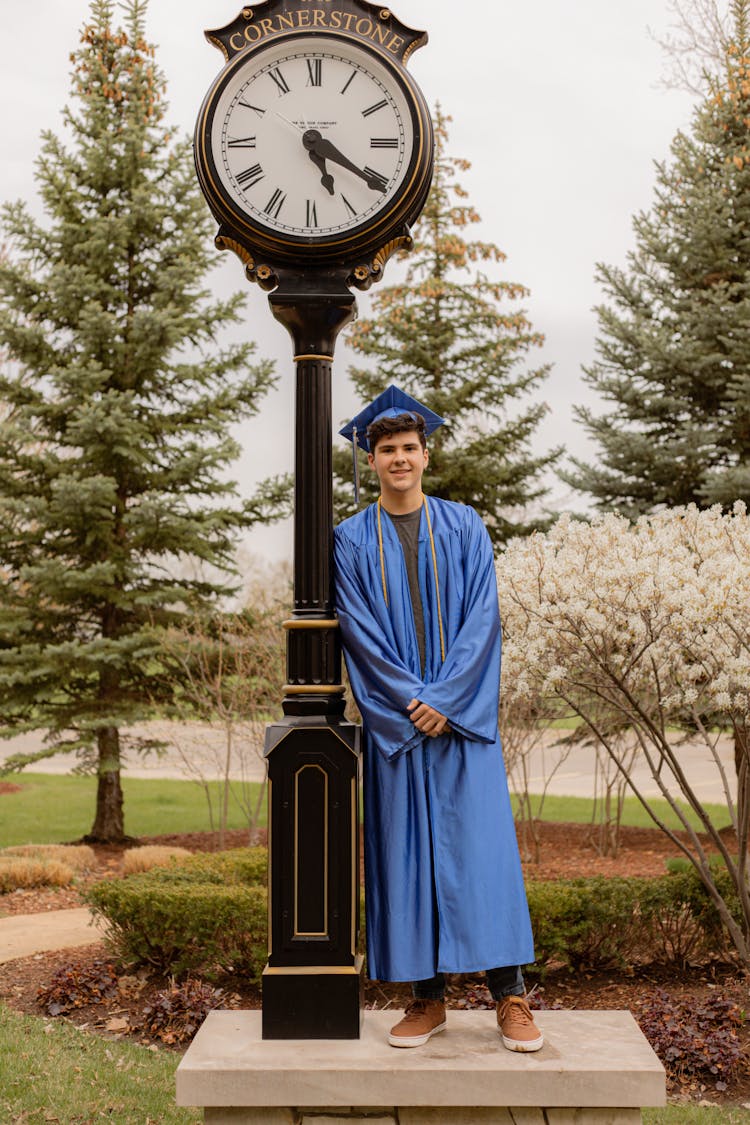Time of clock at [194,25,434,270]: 5:20
